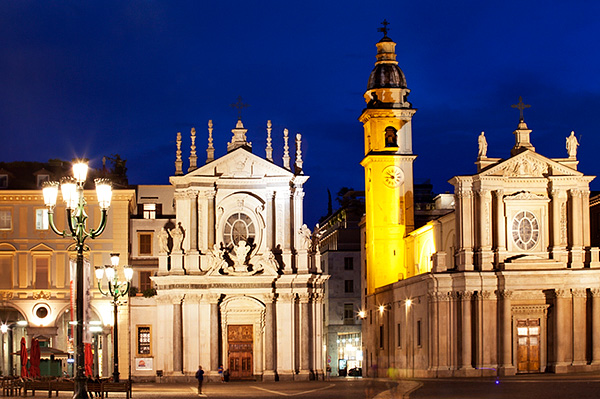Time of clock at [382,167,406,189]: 8:51
